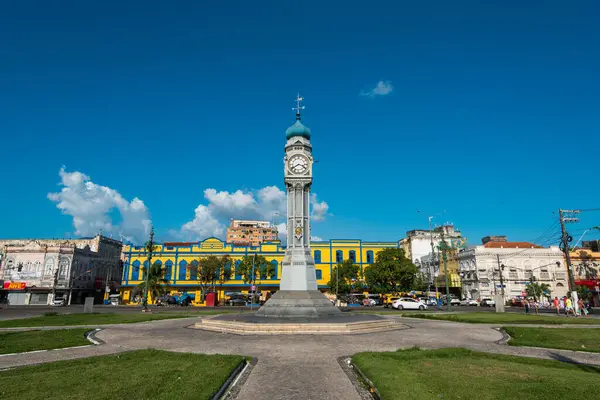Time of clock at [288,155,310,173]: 3:39
